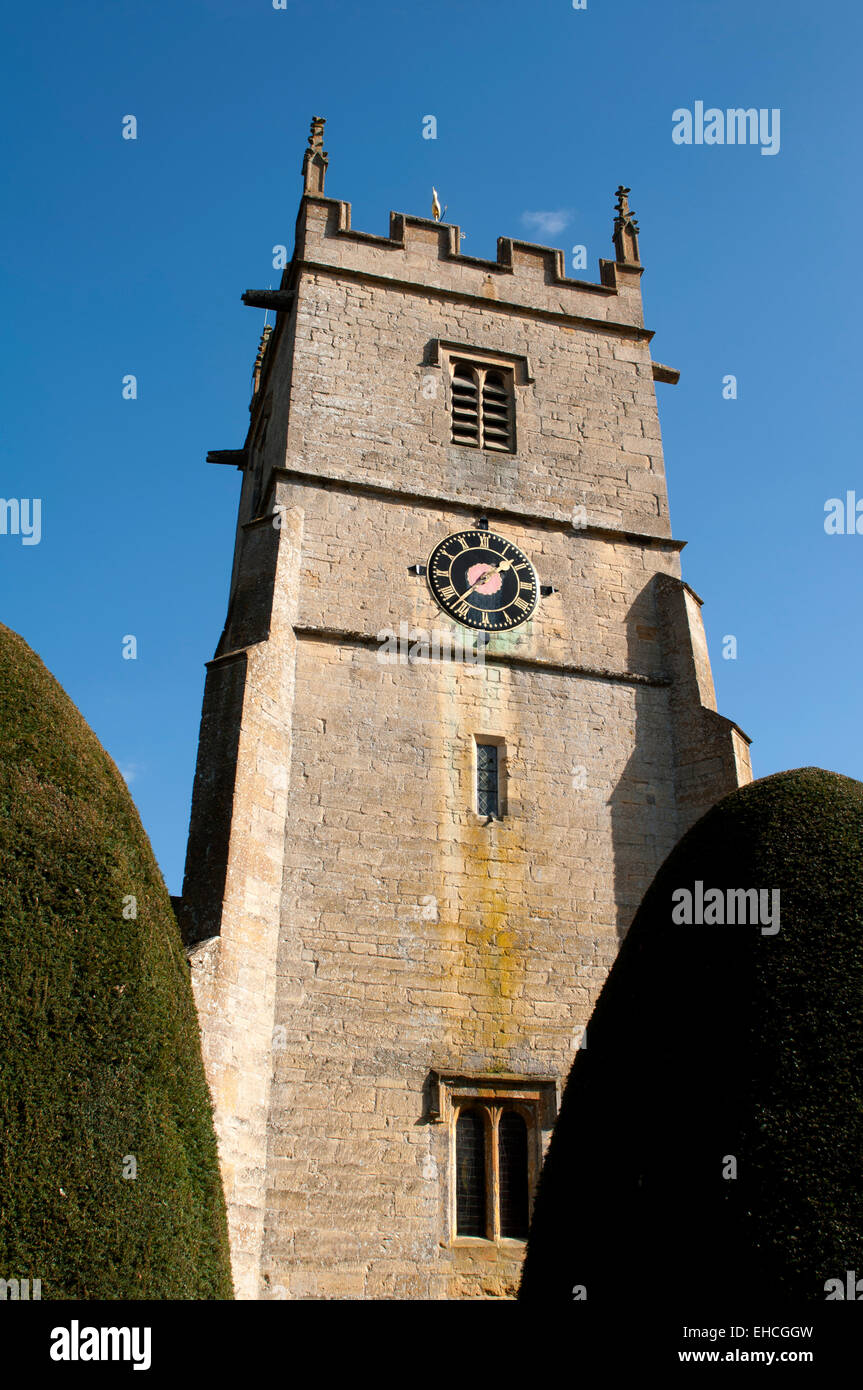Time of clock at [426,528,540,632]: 1:36
